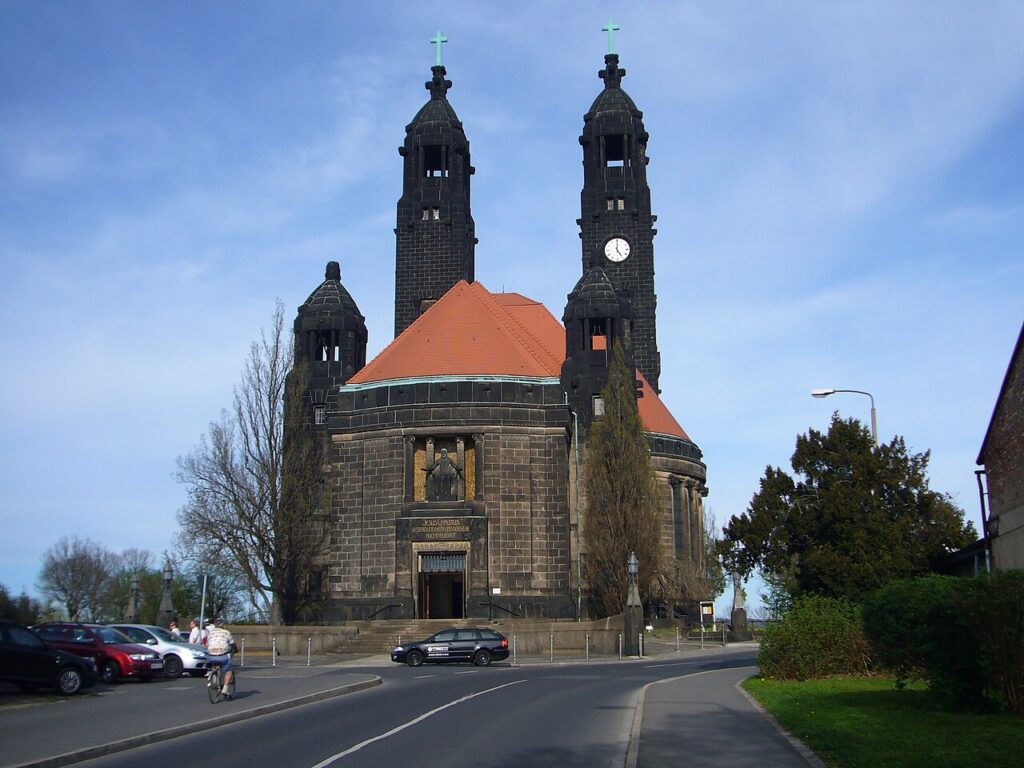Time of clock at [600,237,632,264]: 5:00
